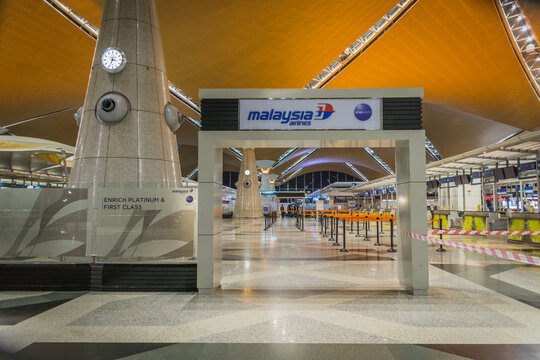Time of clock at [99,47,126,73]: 3:33
